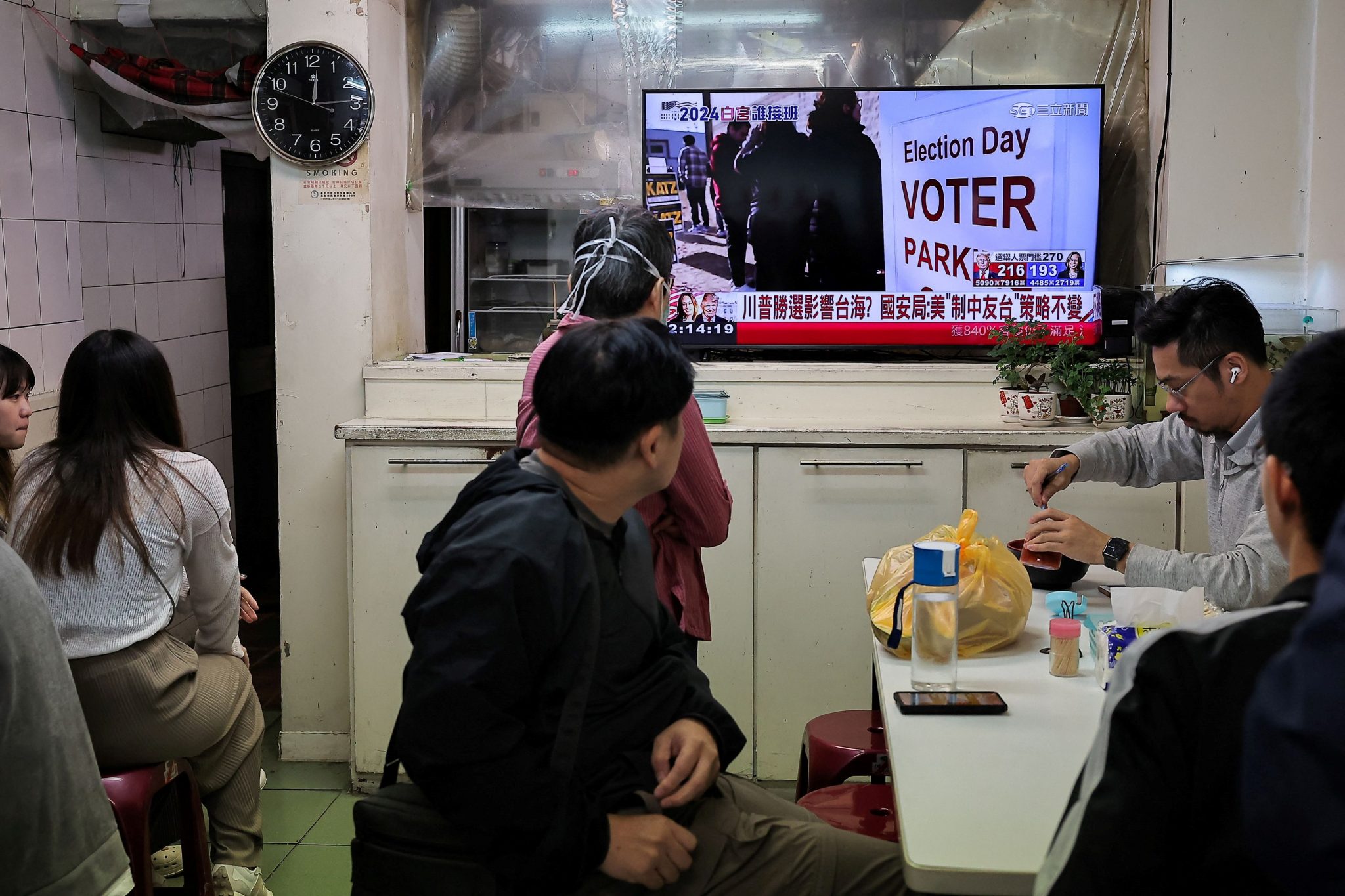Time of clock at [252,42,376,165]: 12:14
